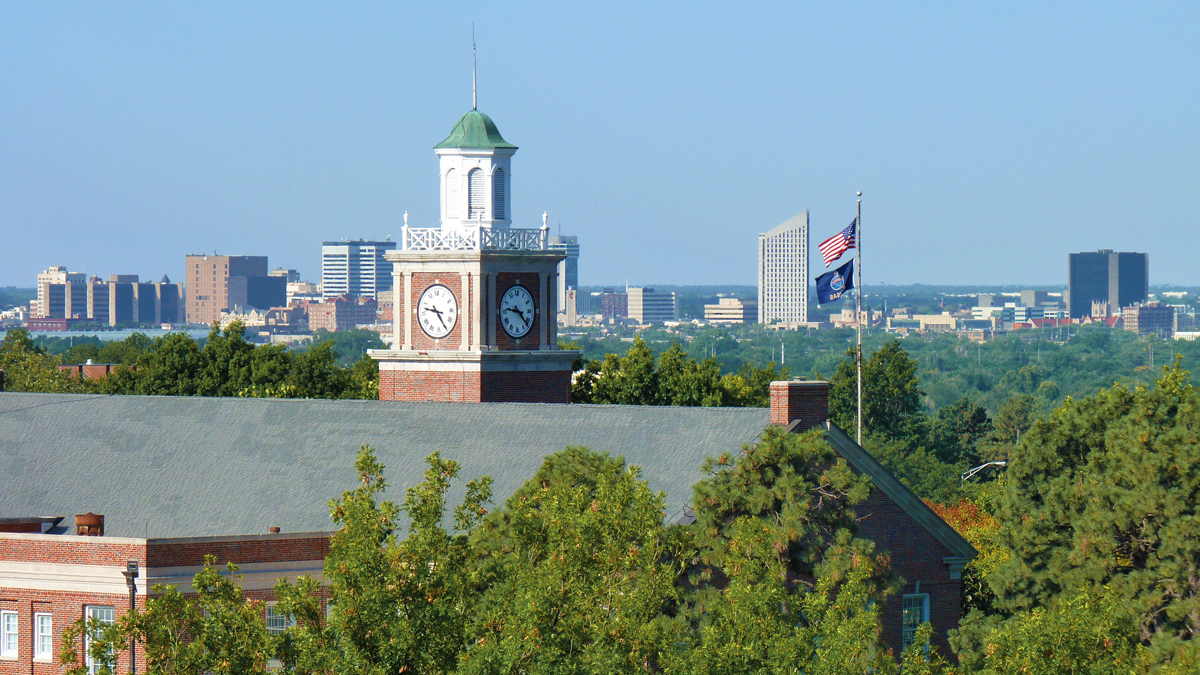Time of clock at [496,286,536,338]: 9:22
